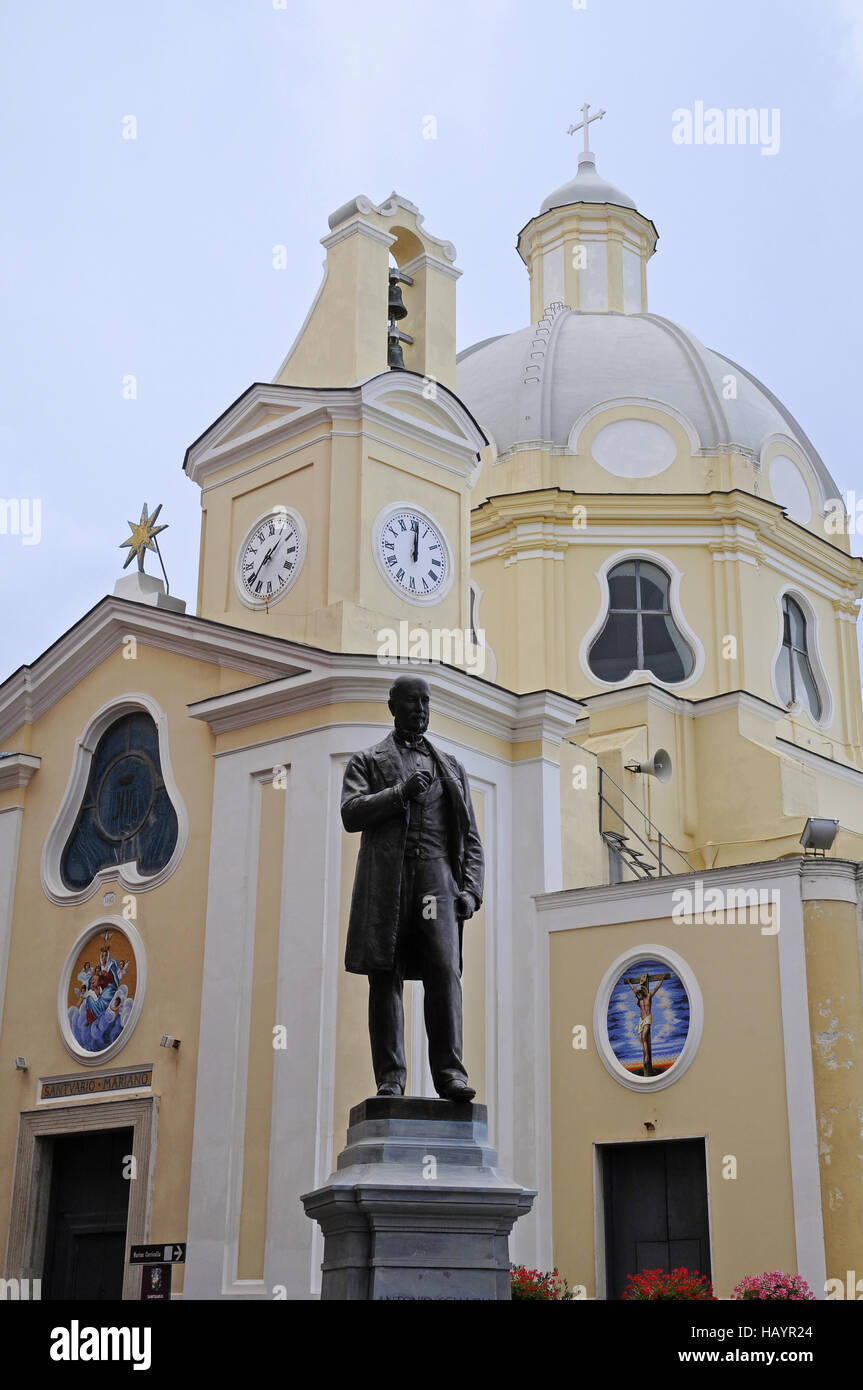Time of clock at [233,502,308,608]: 1:38
